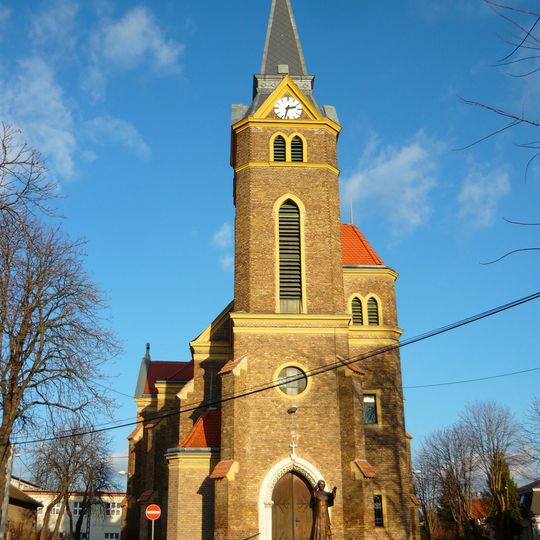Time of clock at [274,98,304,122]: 2:32
